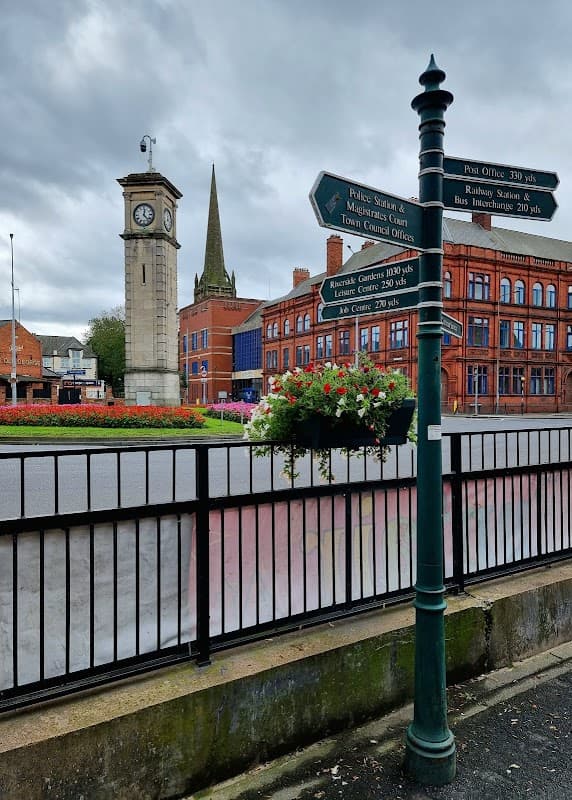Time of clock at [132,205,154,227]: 12:23
